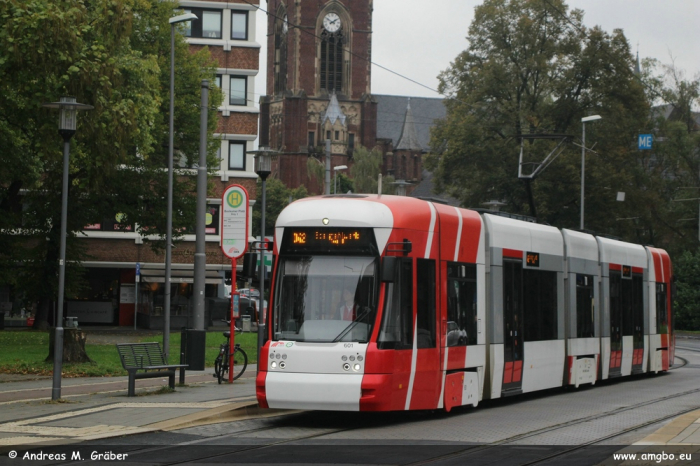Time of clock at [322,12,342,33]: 1:50
